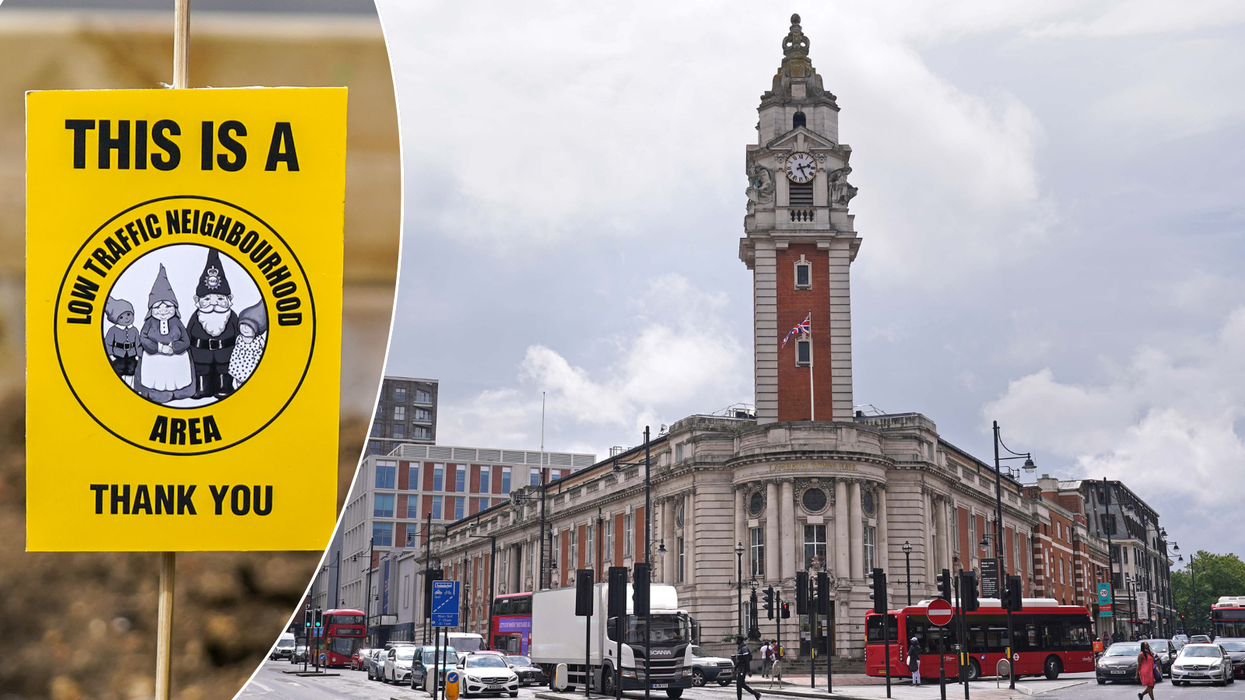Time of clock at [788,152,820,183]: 2:25
